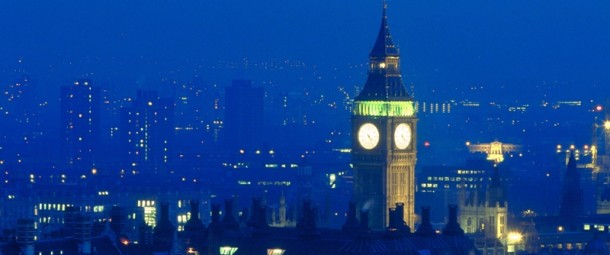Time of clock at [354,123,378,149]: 4:26
